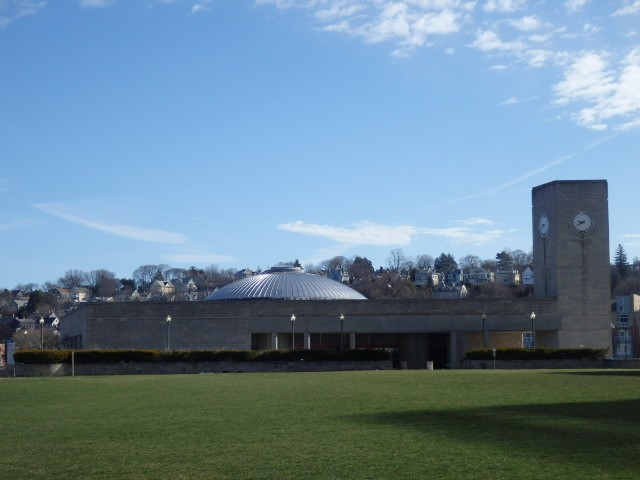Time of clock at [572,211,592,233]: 9:40
